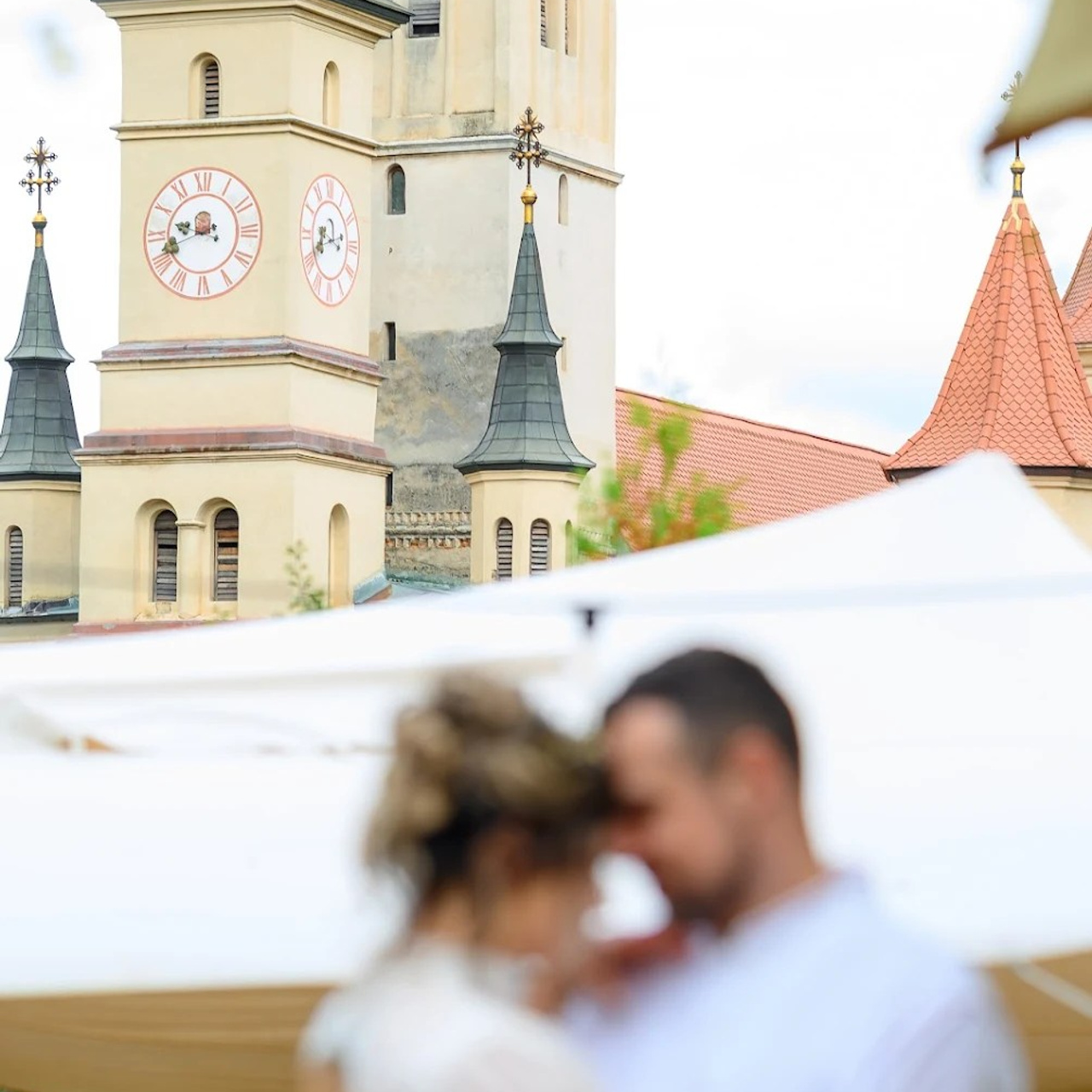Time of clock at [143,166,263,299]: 9:41
